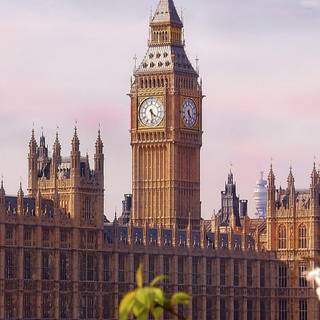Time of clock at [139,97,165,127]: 4:28
